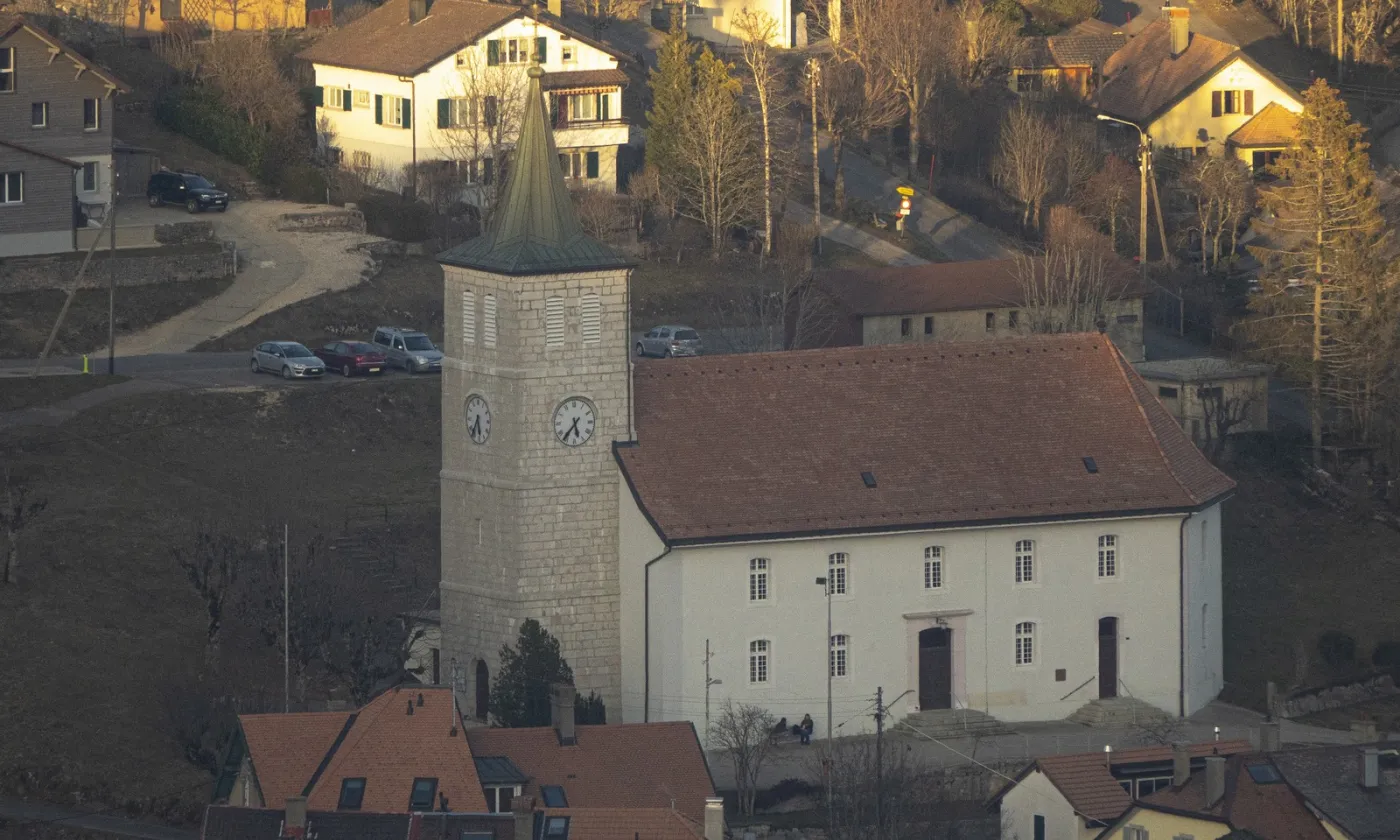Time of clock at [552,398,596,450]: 5:36
